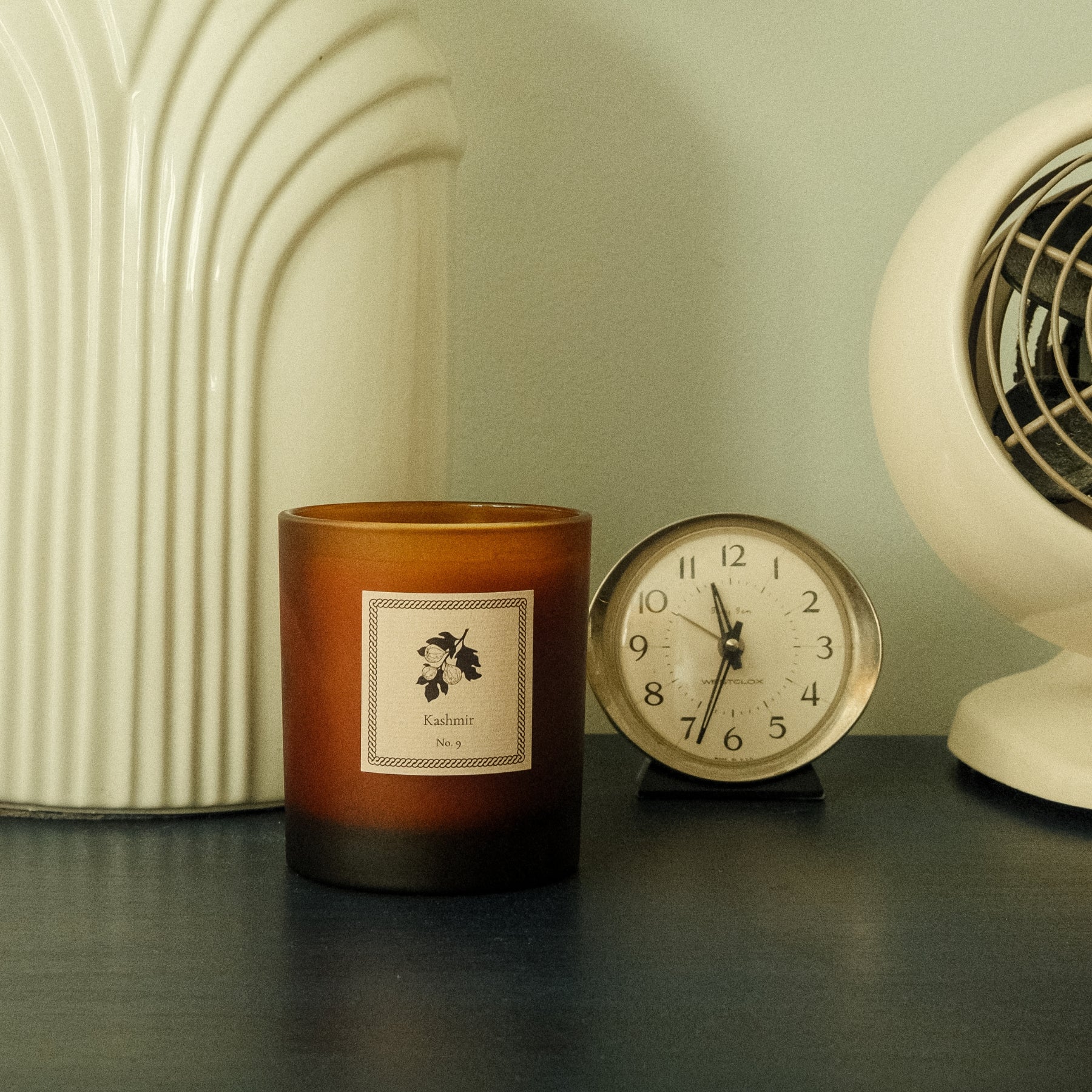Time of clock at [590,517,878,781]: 11:33
